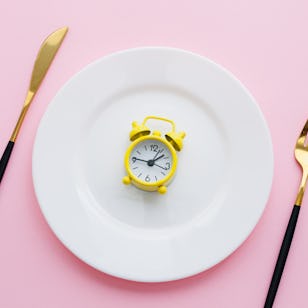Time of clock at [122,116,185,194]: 1:46
